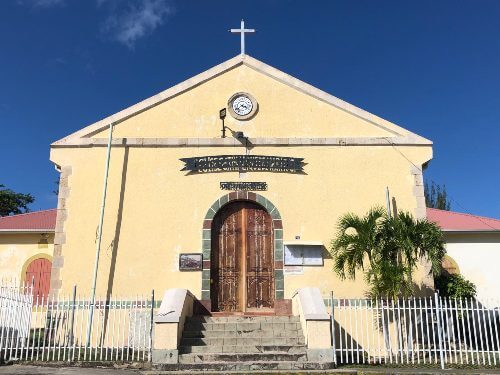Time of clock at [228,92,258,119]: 3:38
